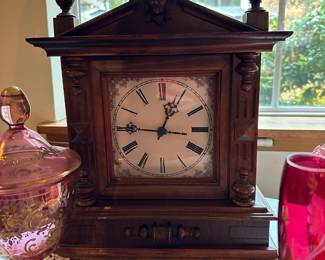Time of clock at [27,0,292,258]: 12:45
